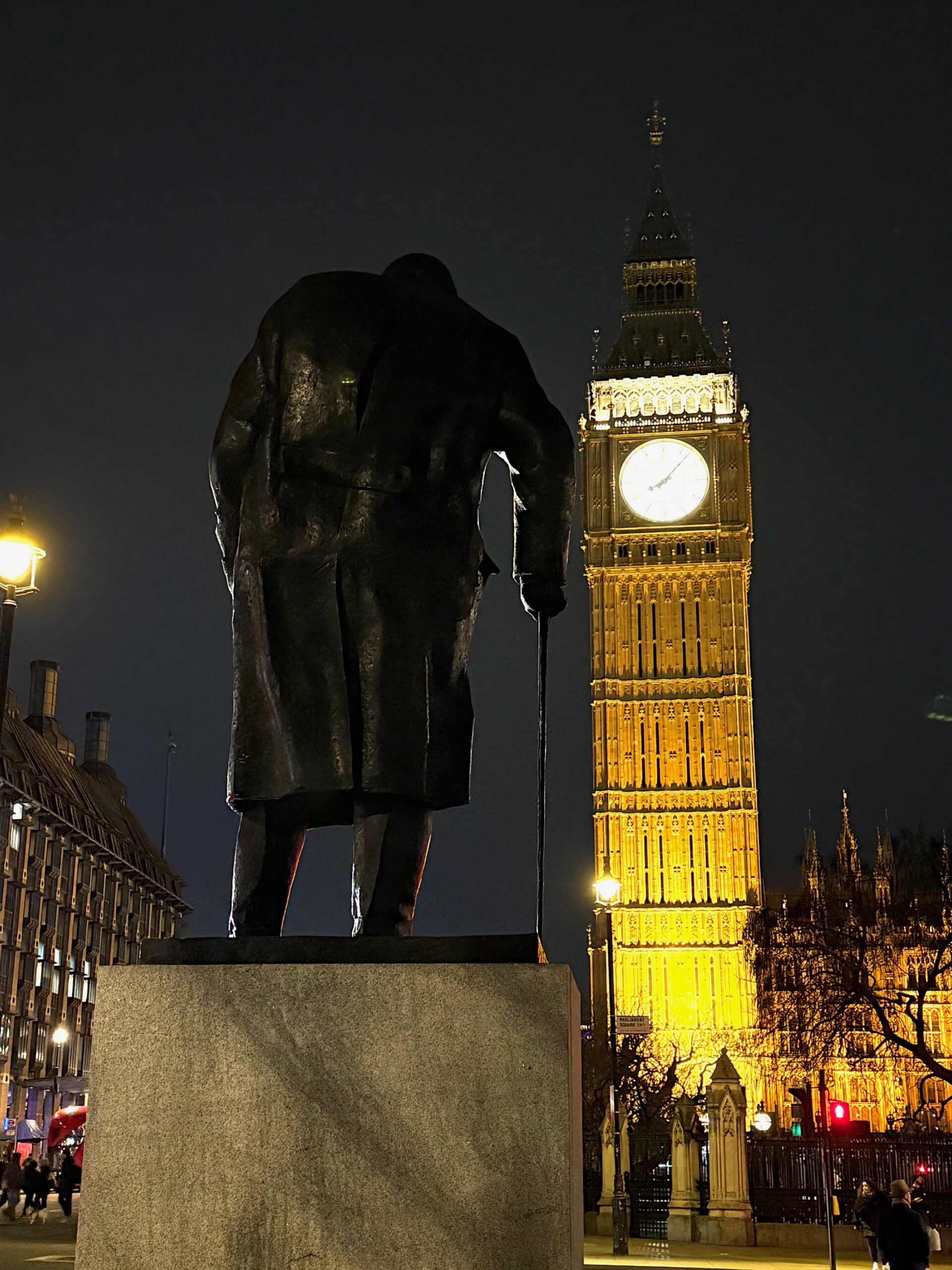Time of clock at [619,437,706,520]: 8:07
